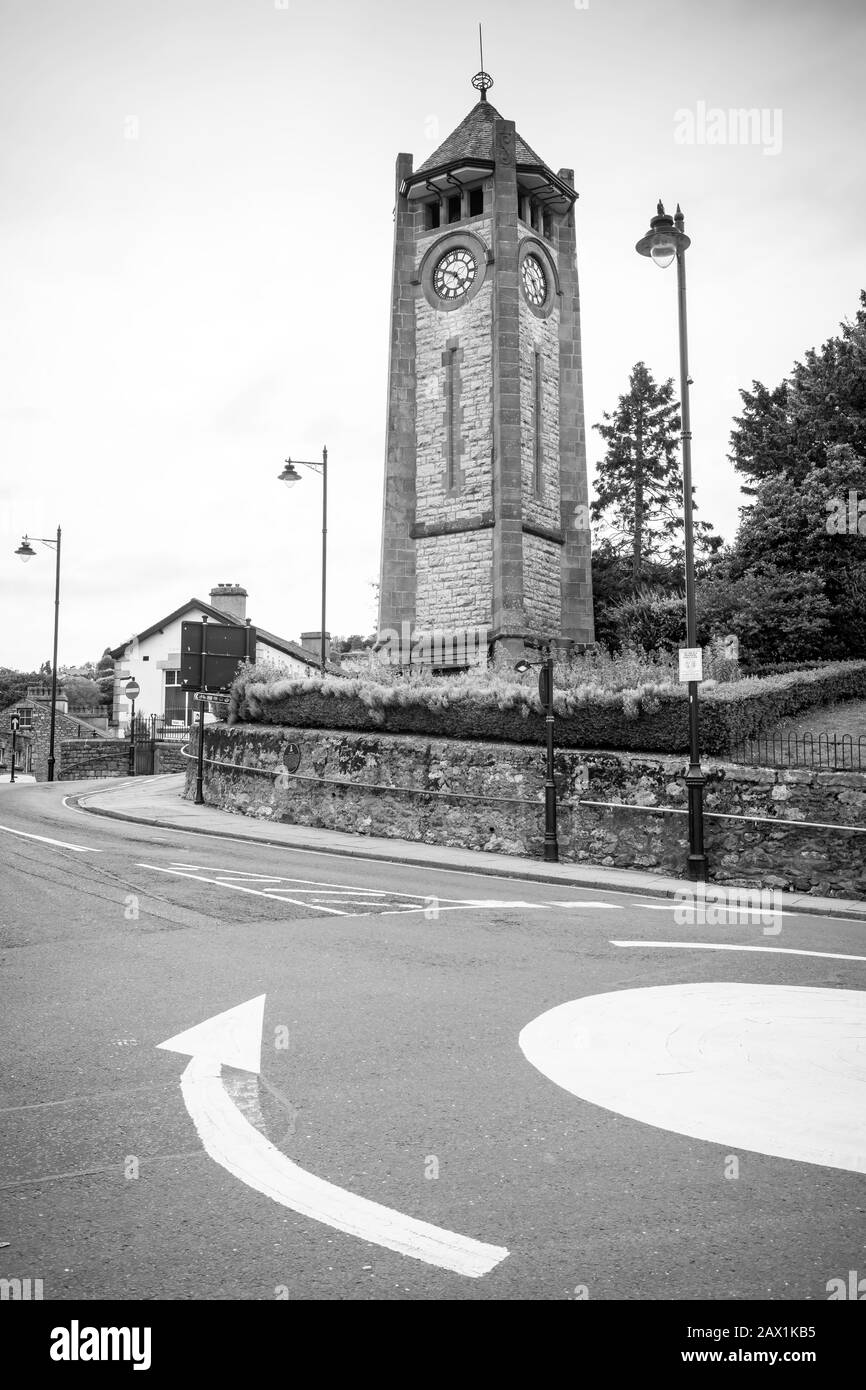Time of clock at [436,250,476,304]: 4:49
